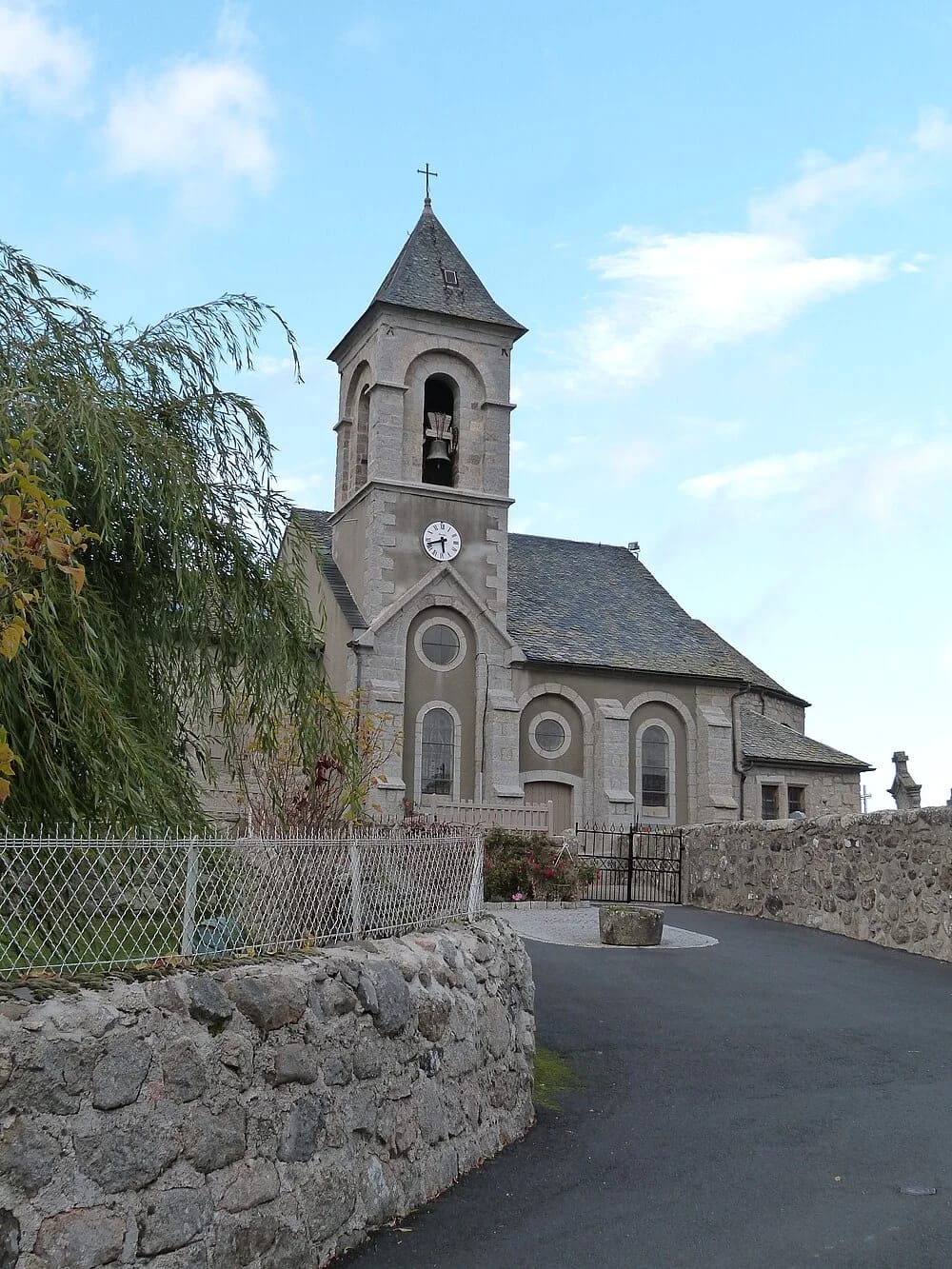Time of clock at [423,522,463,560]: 5:42
